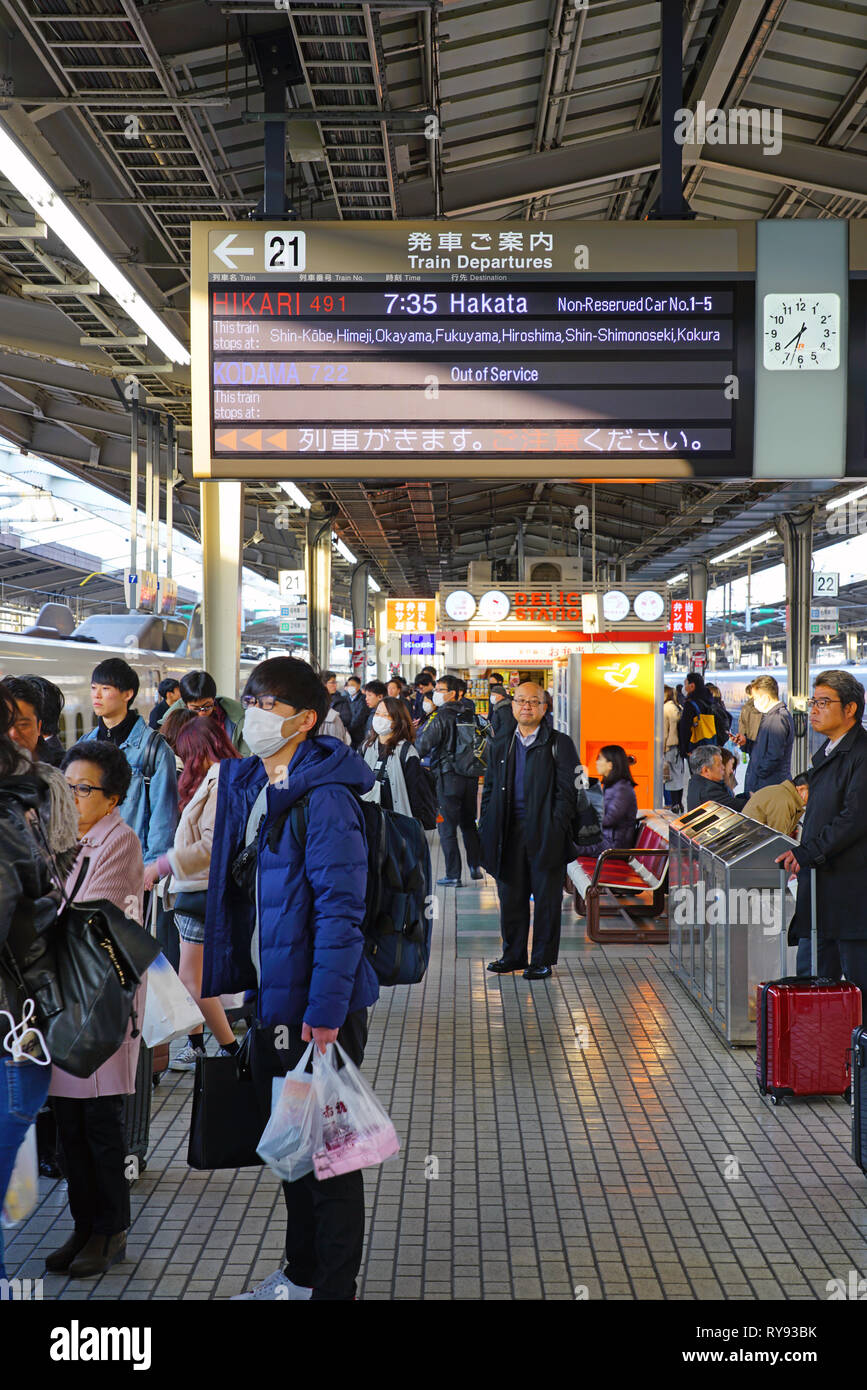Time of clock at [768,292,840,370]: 7:32
